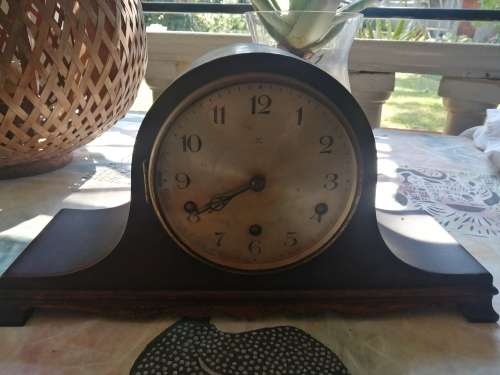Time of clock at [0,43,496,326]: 7:40
